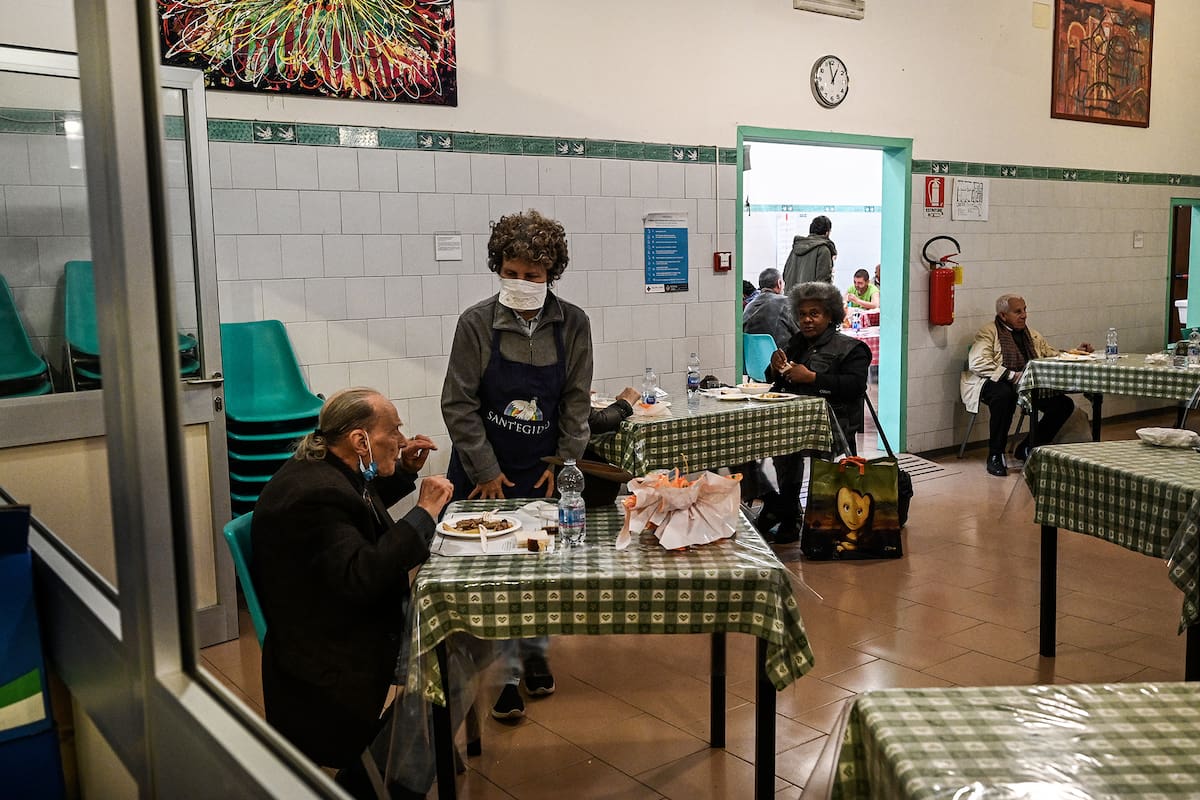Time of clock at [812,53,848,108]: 12:58
